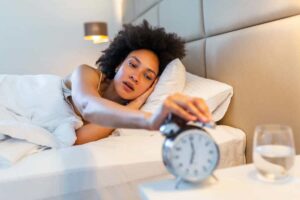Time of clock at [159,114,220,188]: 7:00
